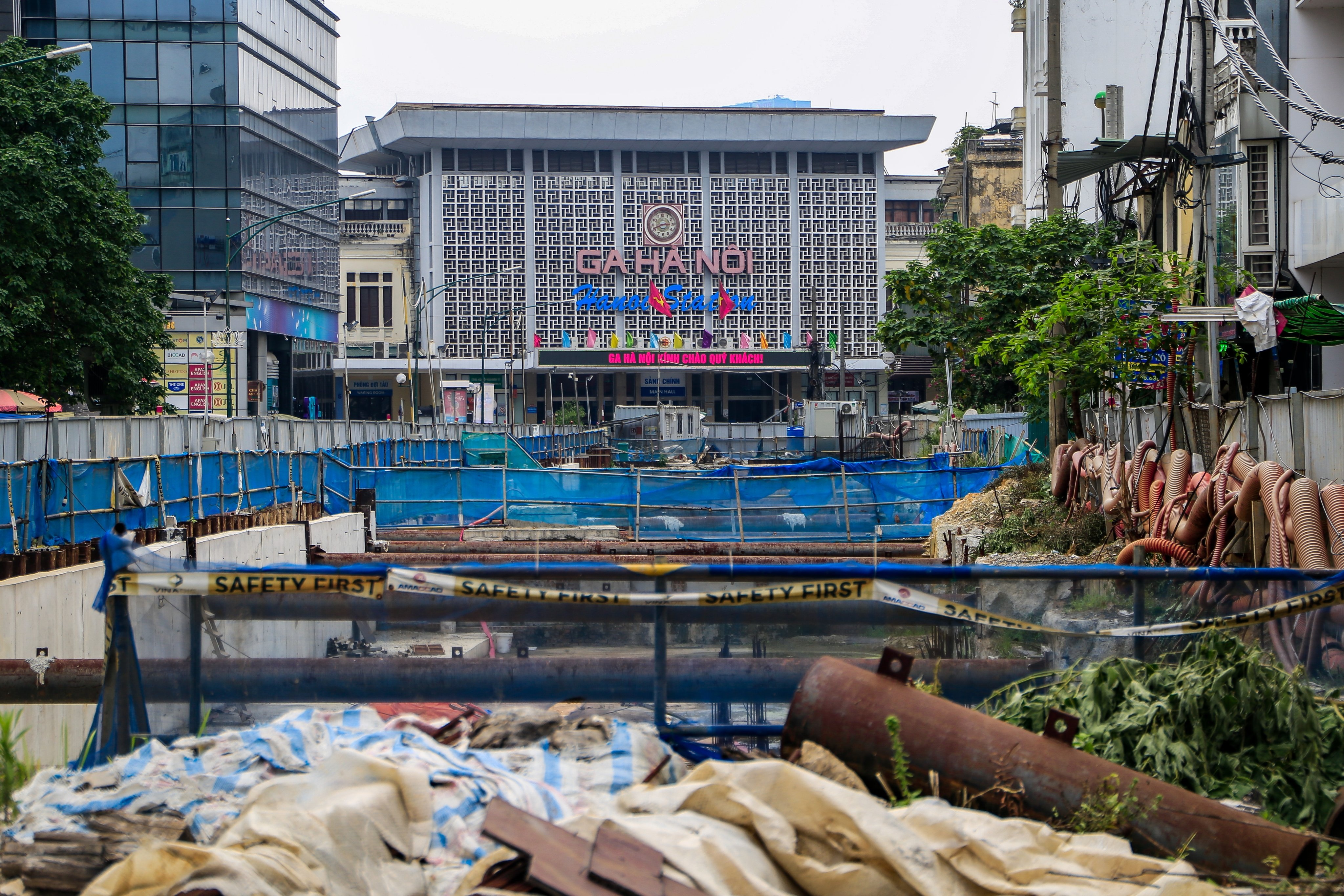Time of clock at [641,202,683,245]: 2:41
